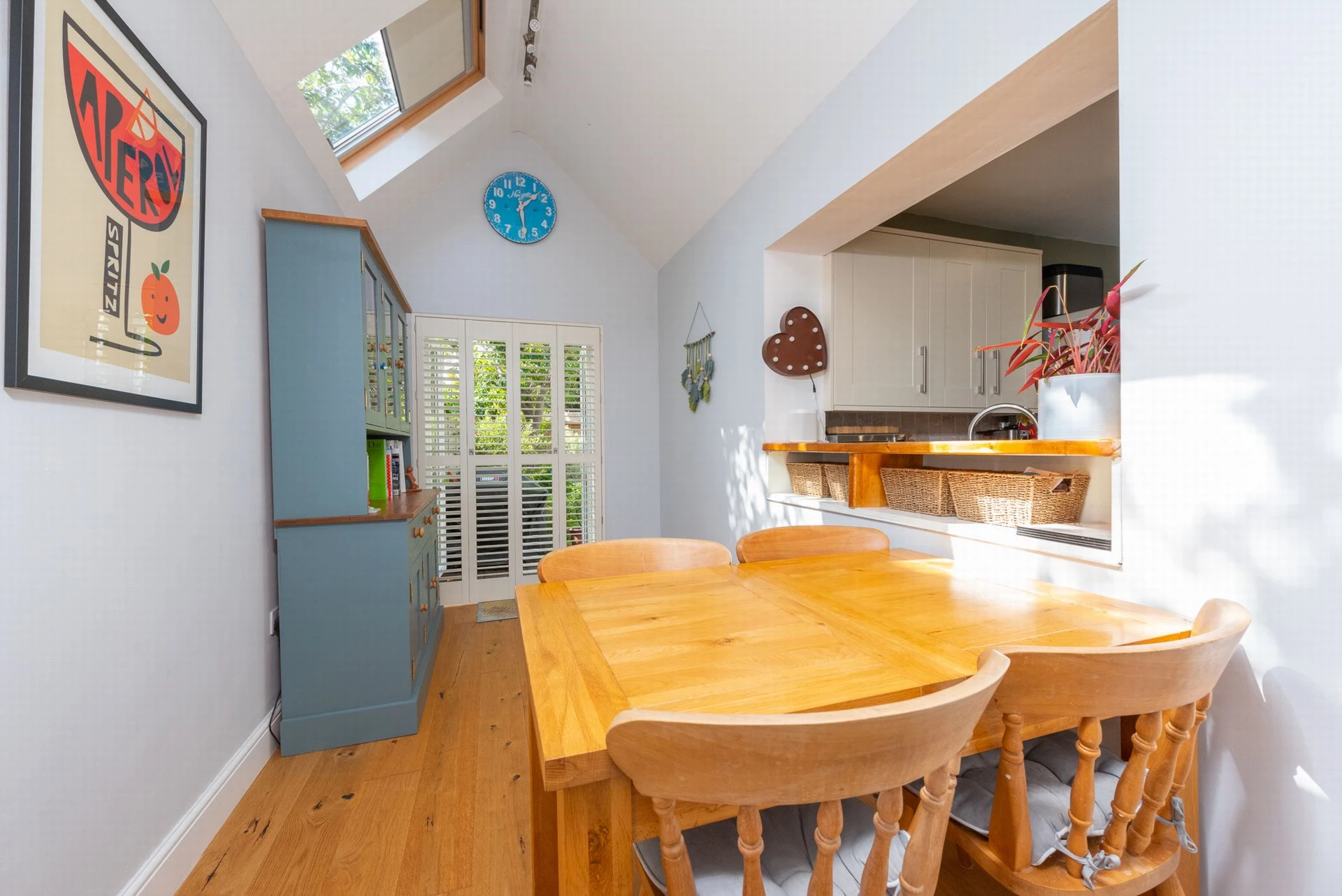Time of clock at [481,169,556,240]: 1:28
